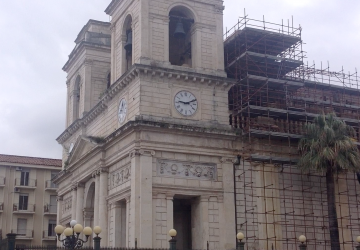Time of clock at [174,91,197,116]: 9:11
